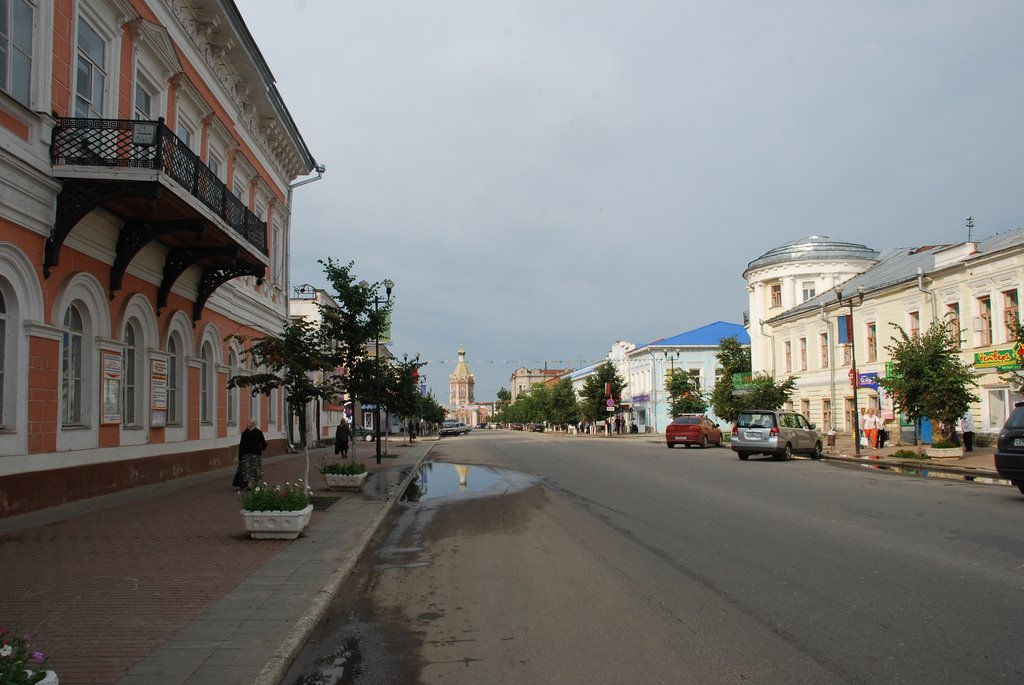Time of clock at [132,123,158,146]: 9:14
